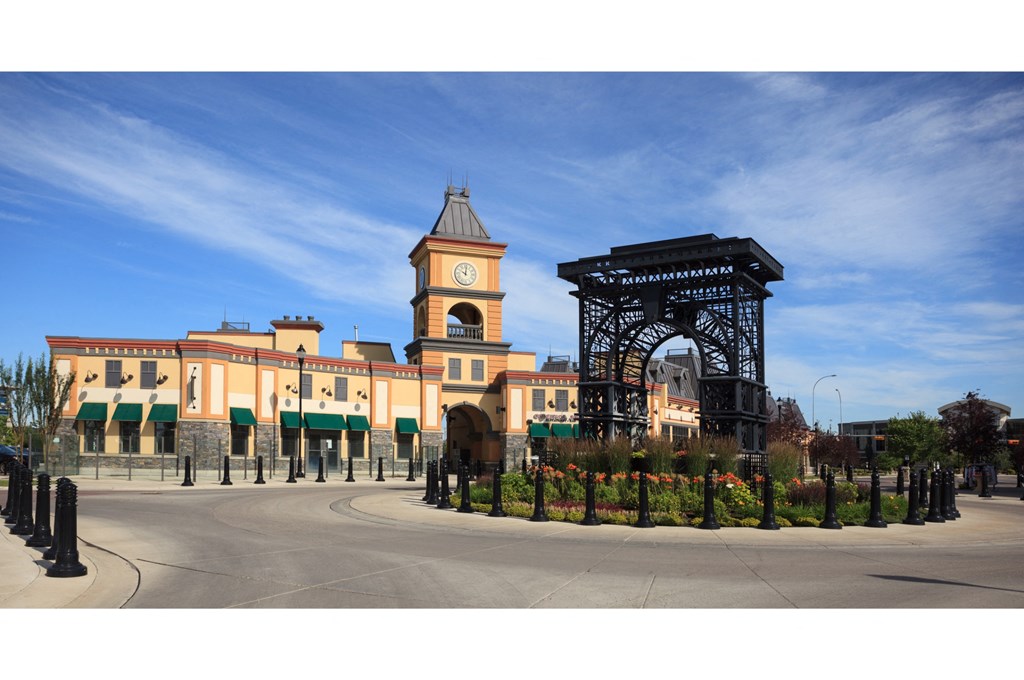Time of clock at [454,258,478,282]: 10:00
